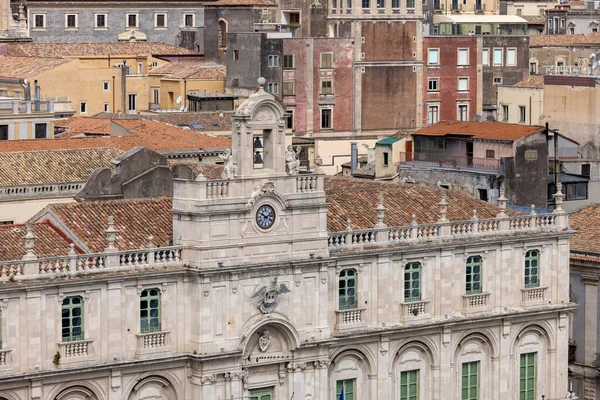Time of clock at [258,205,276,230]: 10:12
